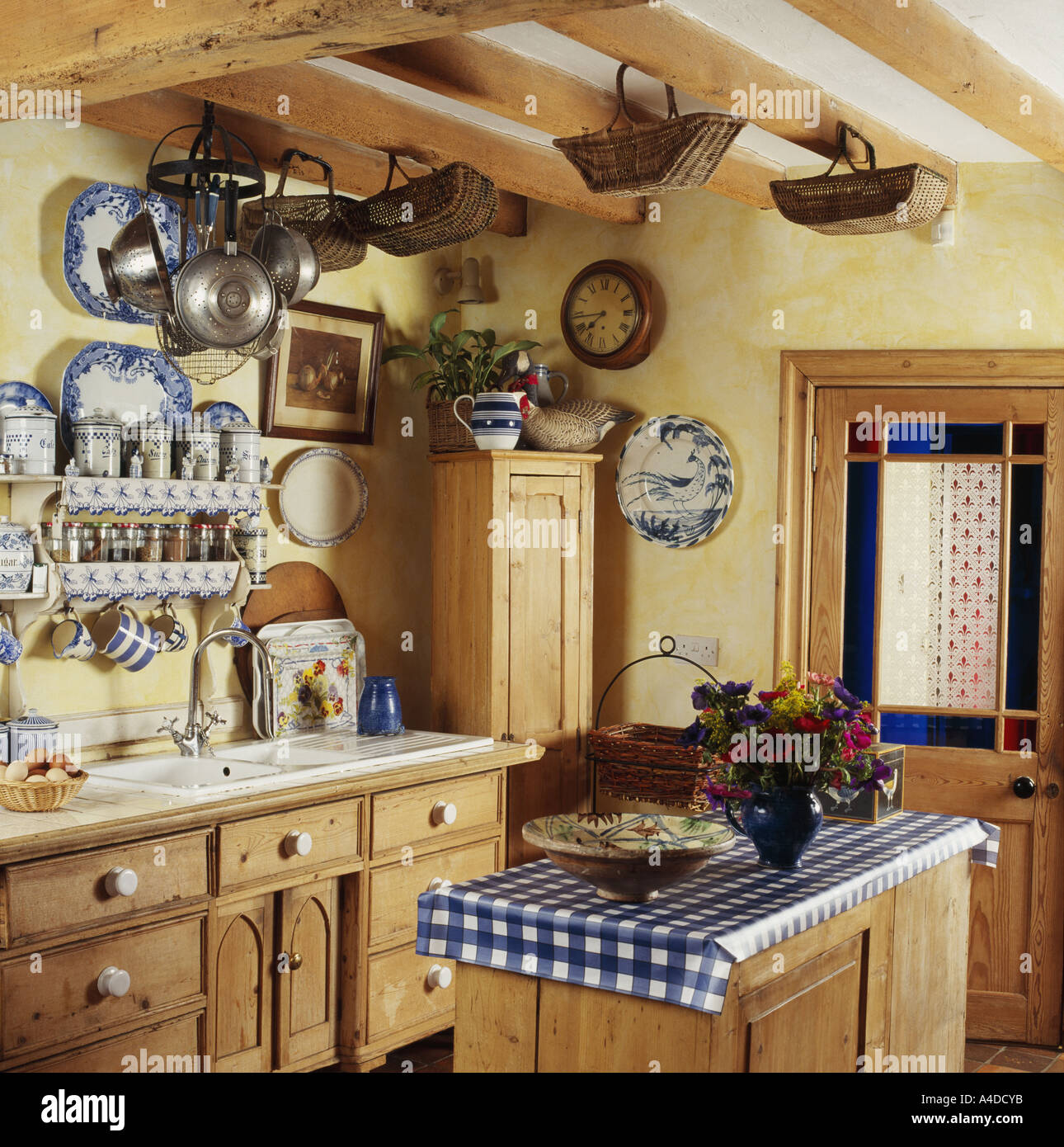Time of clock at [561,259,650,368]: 7:43
